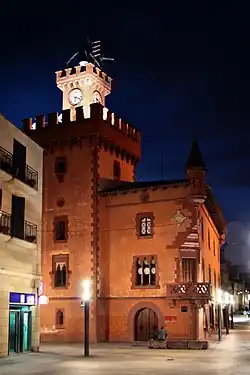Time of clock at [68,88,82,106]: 6:18
